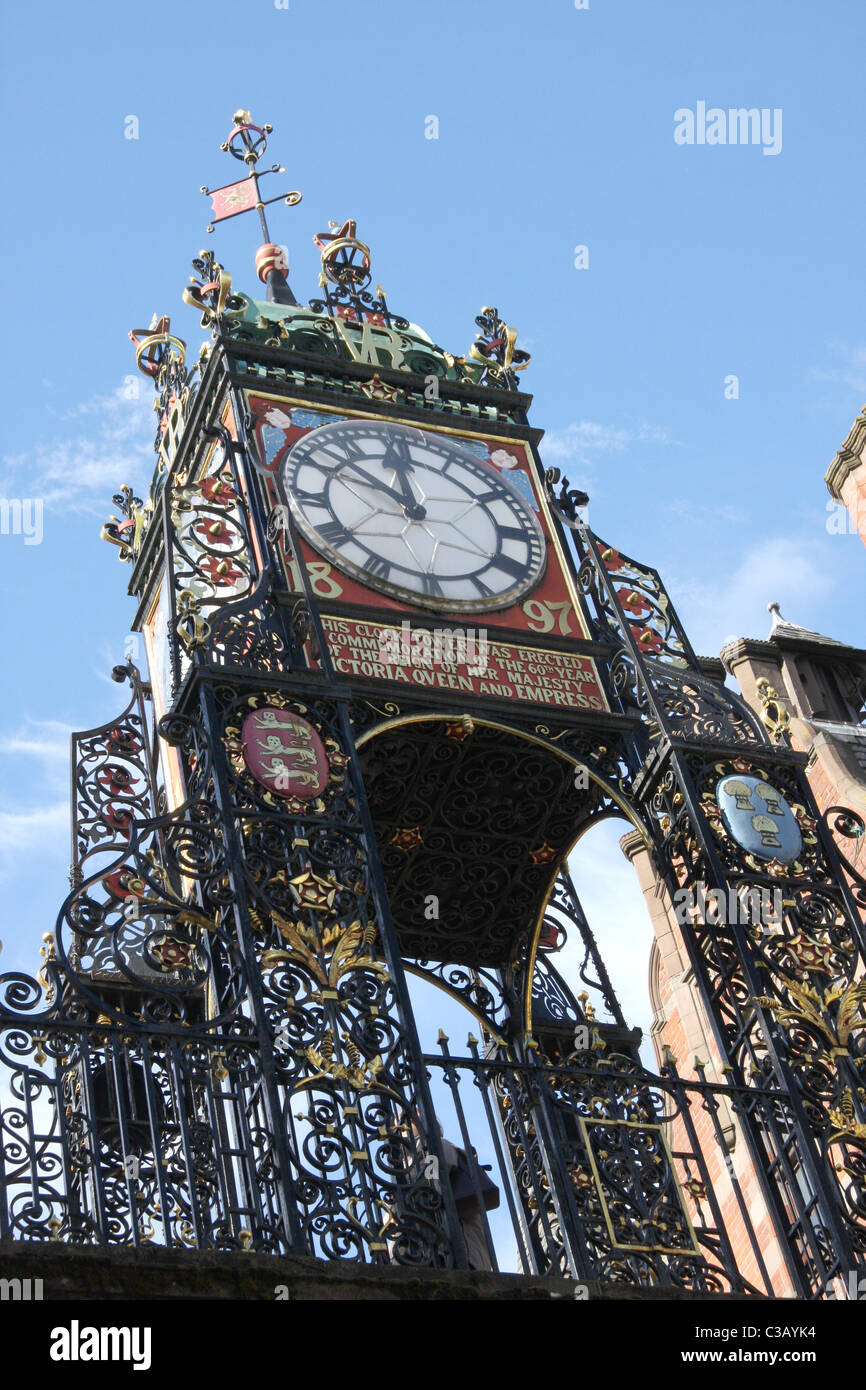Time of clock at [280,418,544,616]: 11:52
